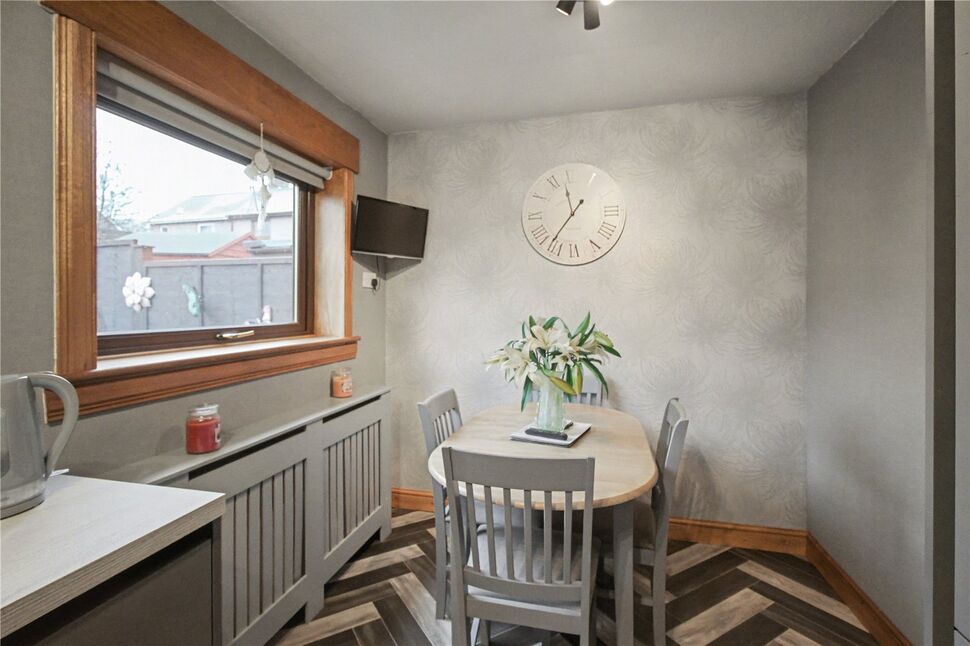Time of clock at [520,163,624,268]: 11:36
